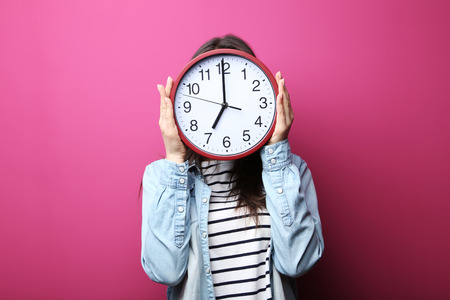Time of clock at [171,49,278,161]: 6:59
